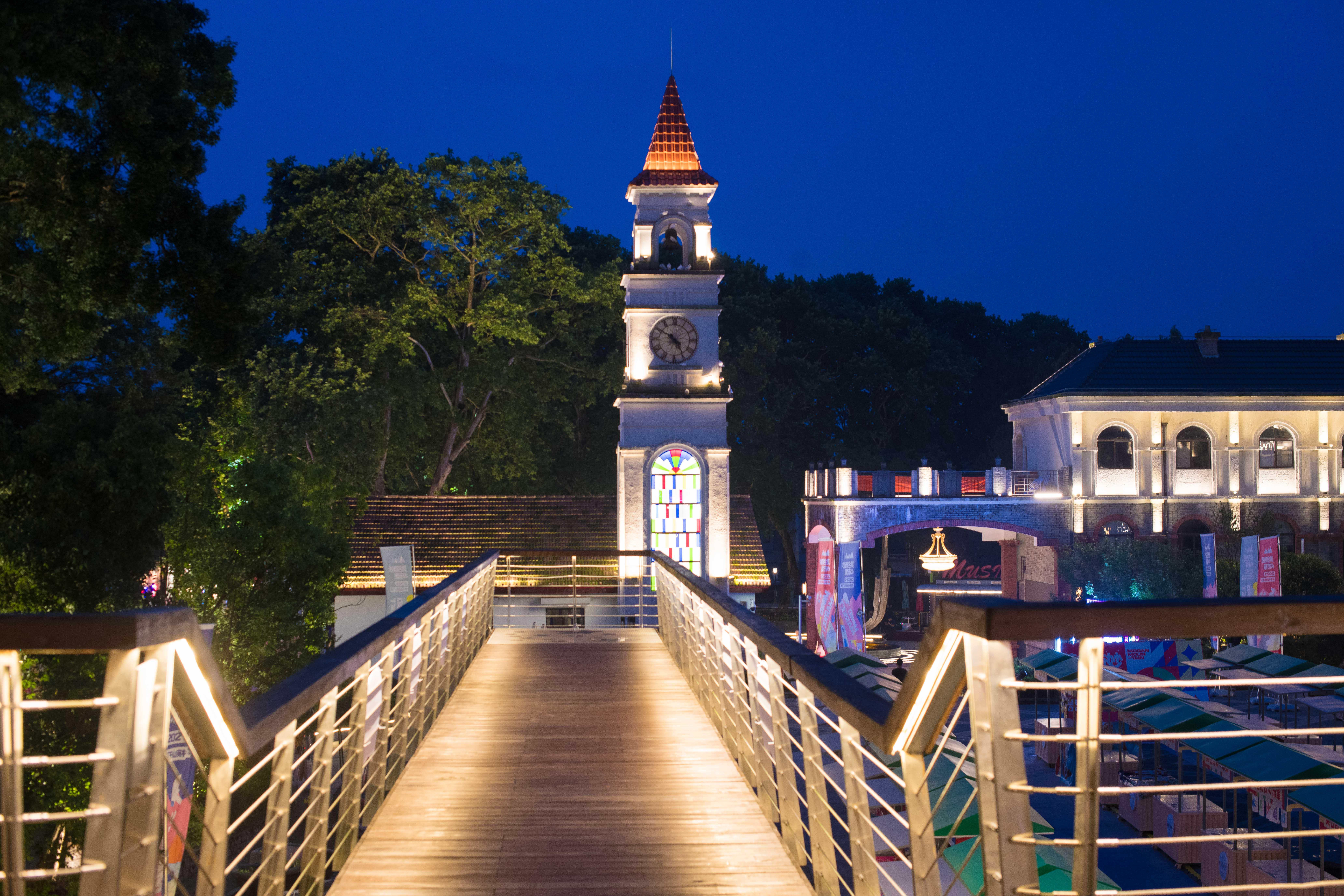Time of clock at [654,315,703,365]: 4:50
